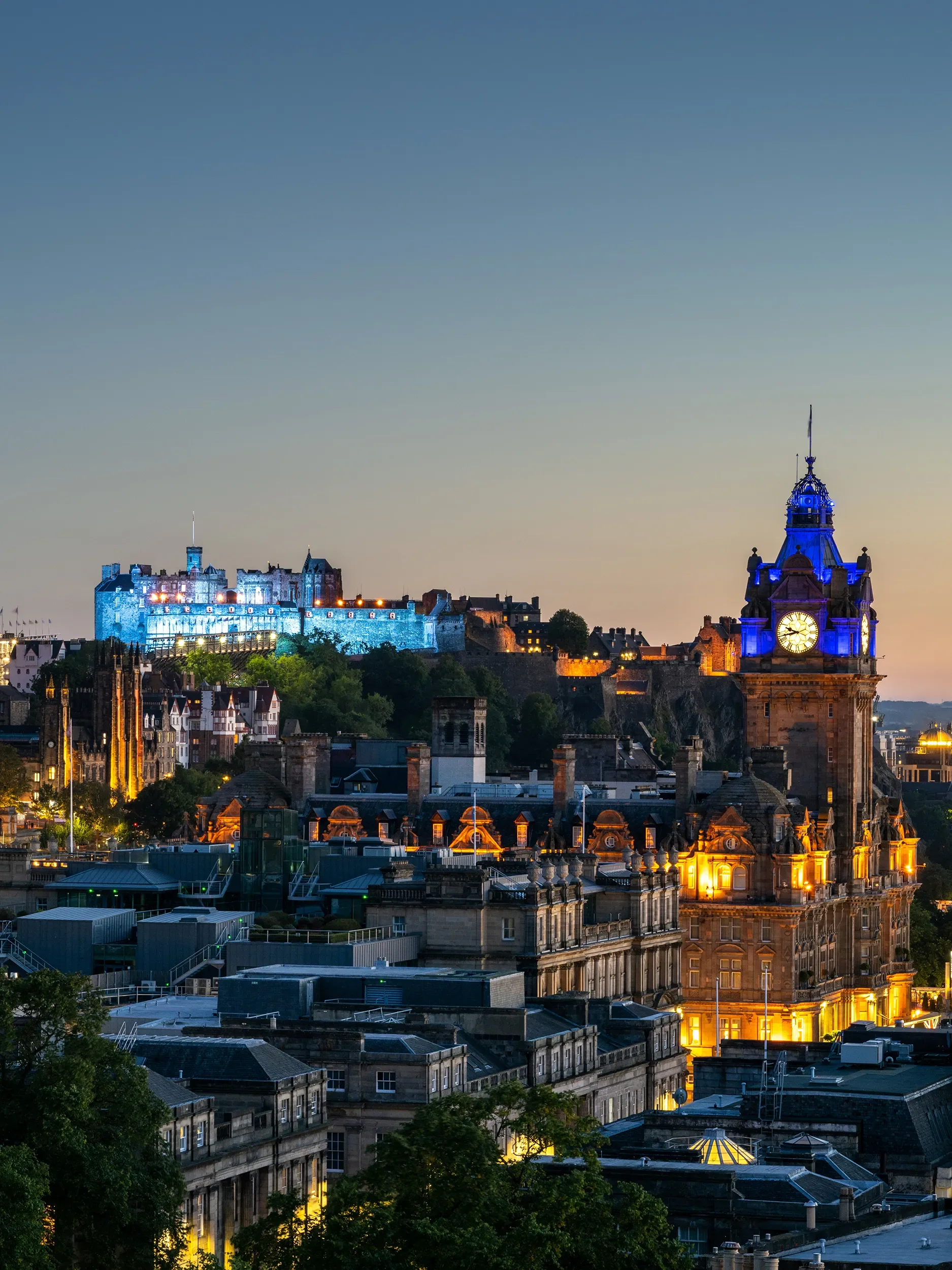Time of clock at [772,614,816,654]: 9:42
